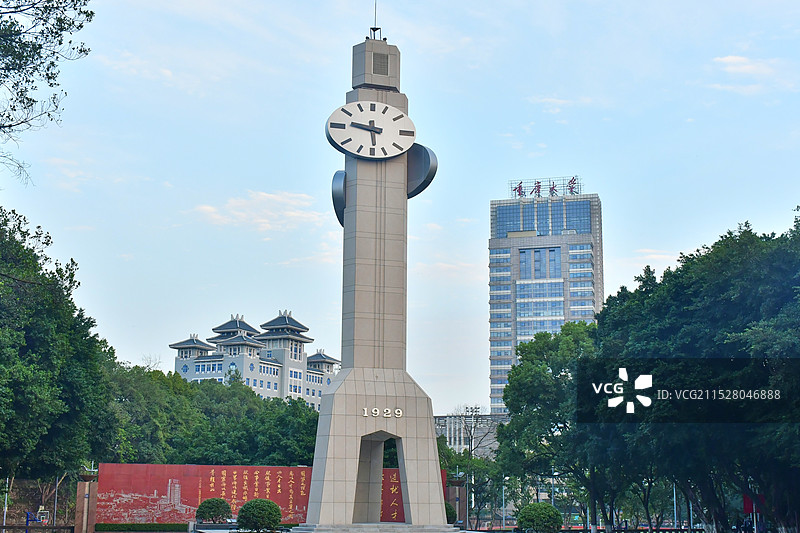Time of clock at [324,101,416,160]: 5:46
